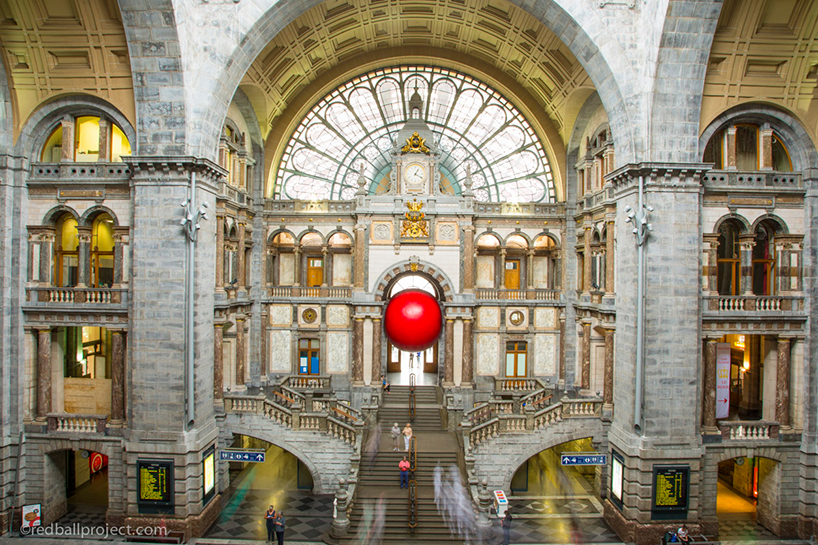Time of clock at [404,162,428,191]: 1:18
